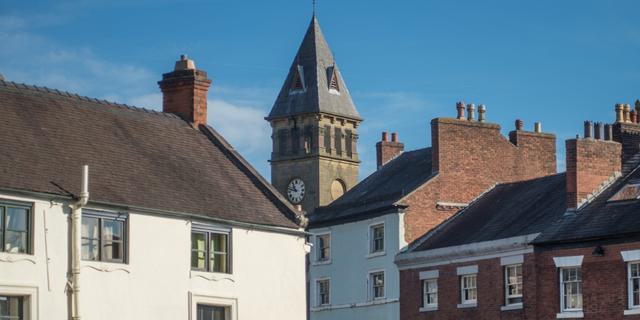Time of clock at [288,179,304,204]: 10:47
